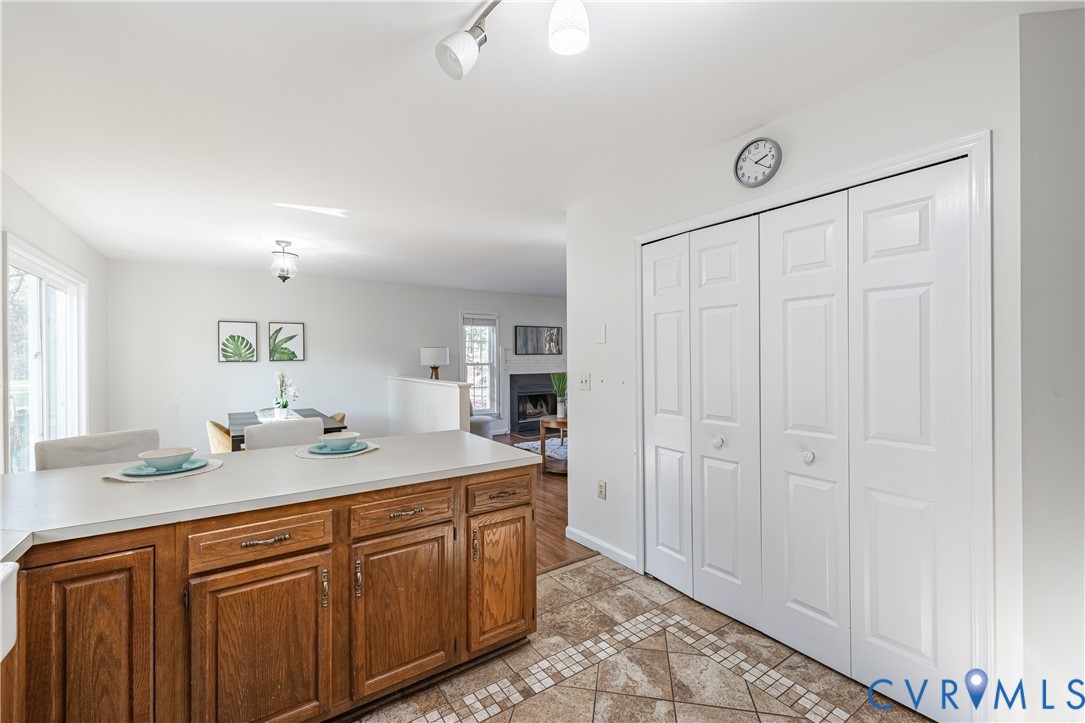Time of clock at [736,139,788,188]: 2:21
